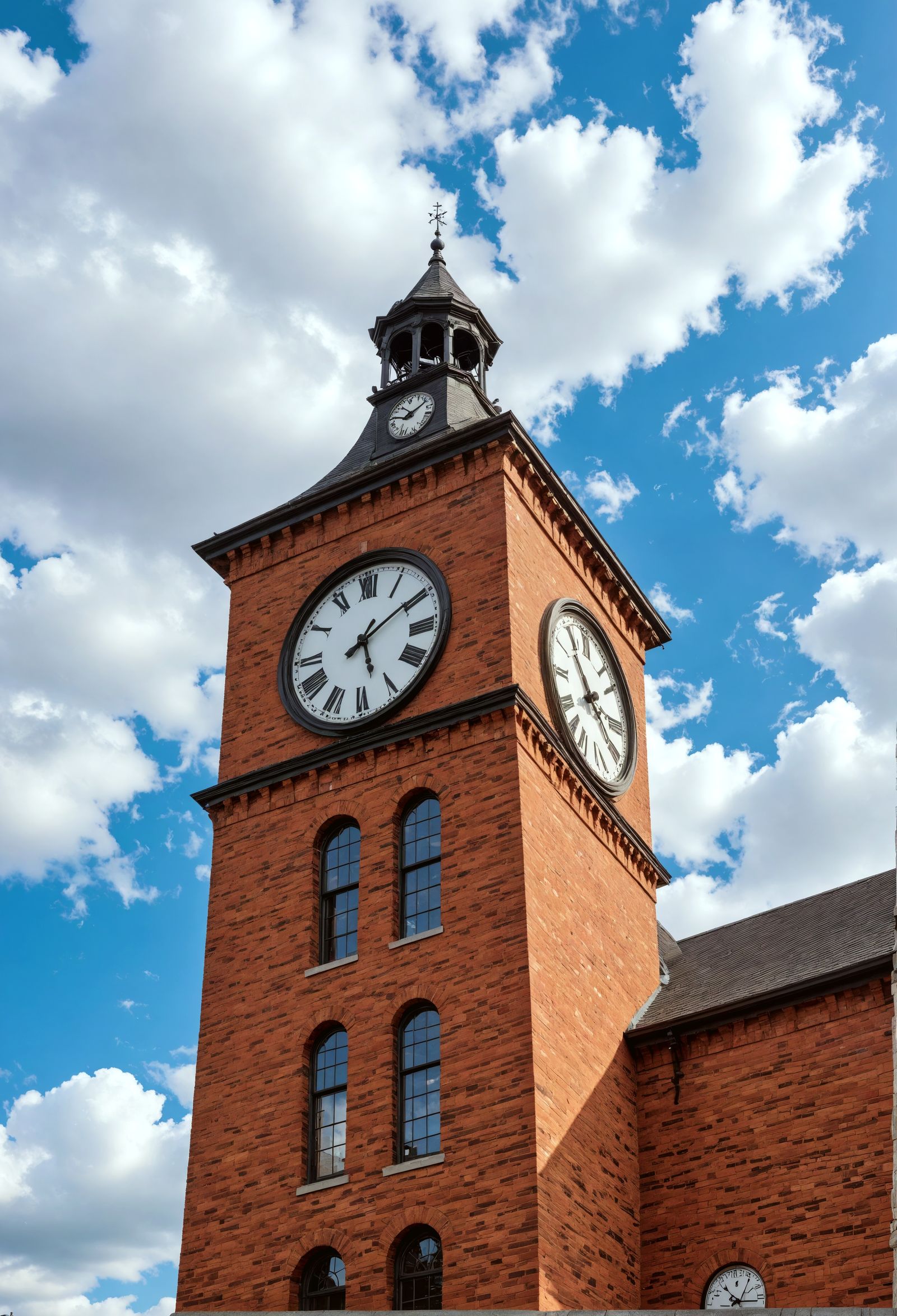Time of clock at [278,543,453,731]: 5:09
